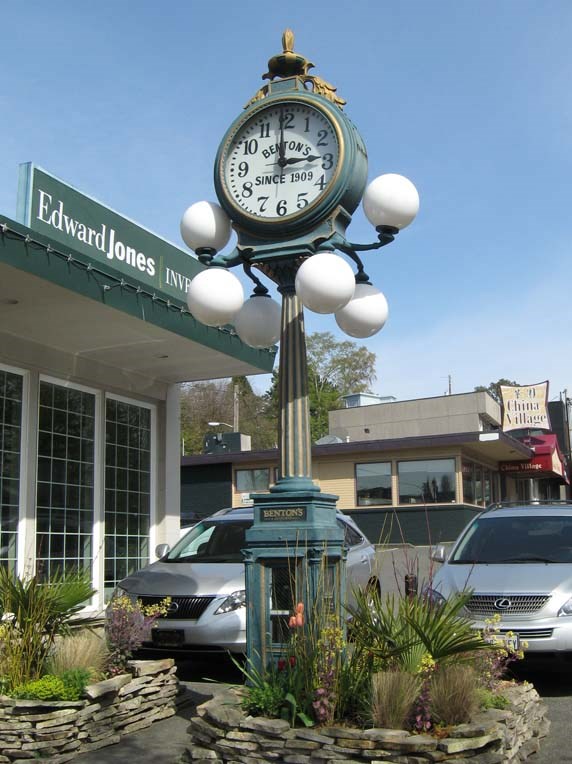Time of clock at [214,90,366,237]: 2:59
